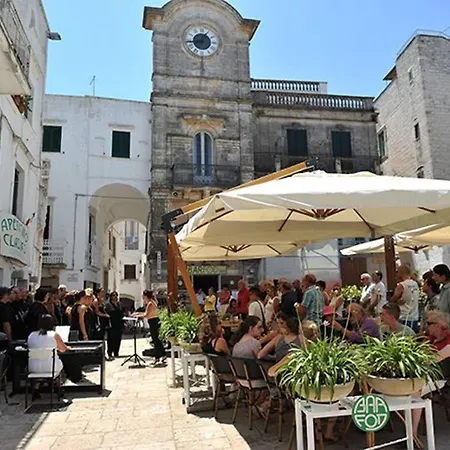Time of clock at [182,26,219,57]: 12:43
